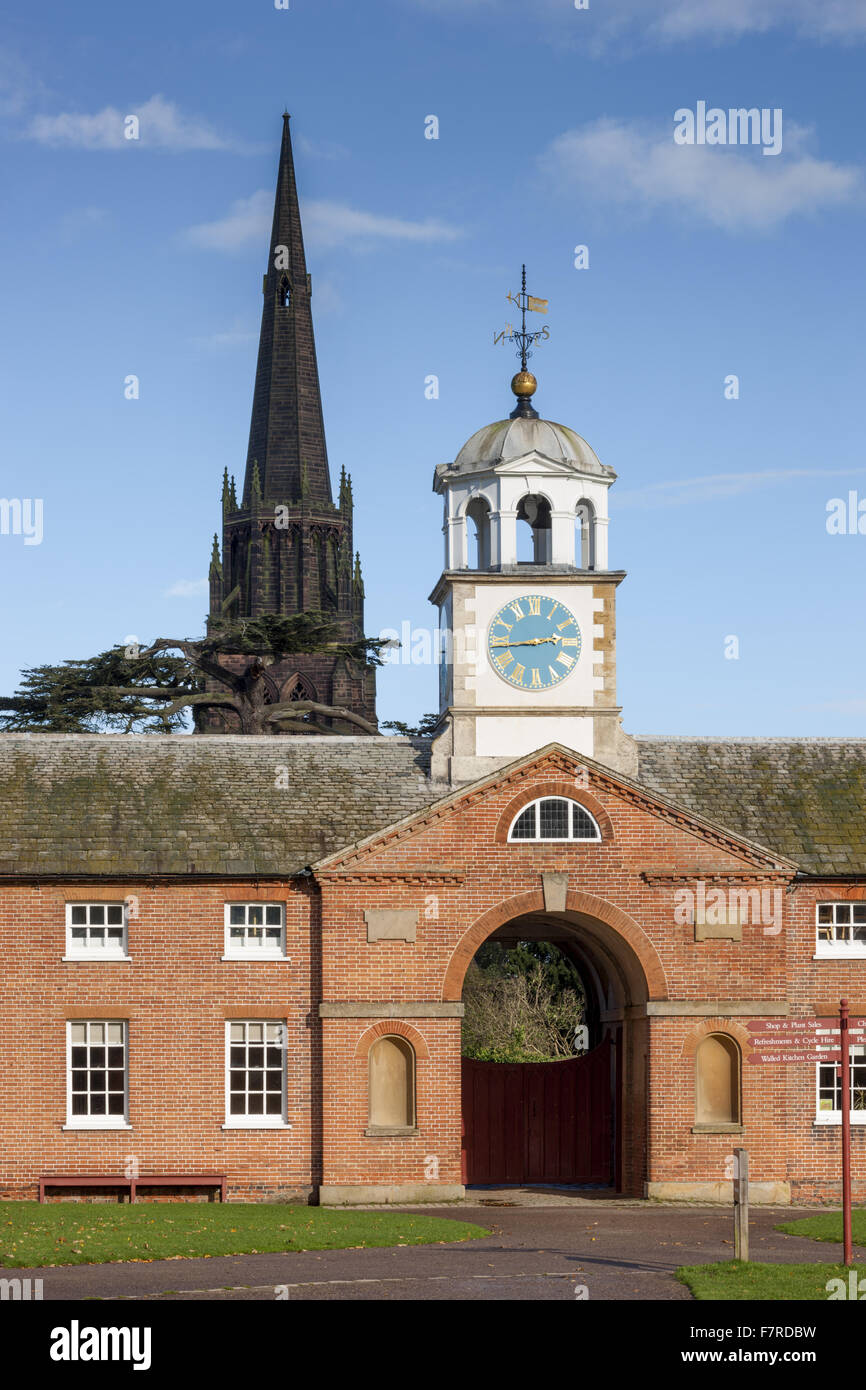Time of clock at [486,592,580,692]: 2:43
